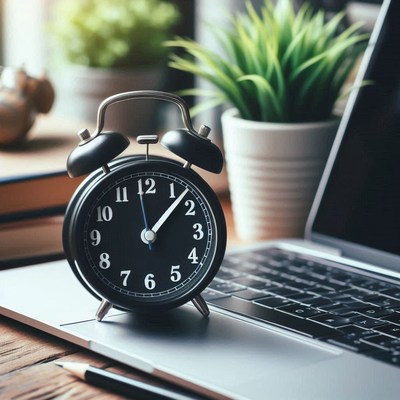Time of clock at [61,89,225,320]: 1:07
